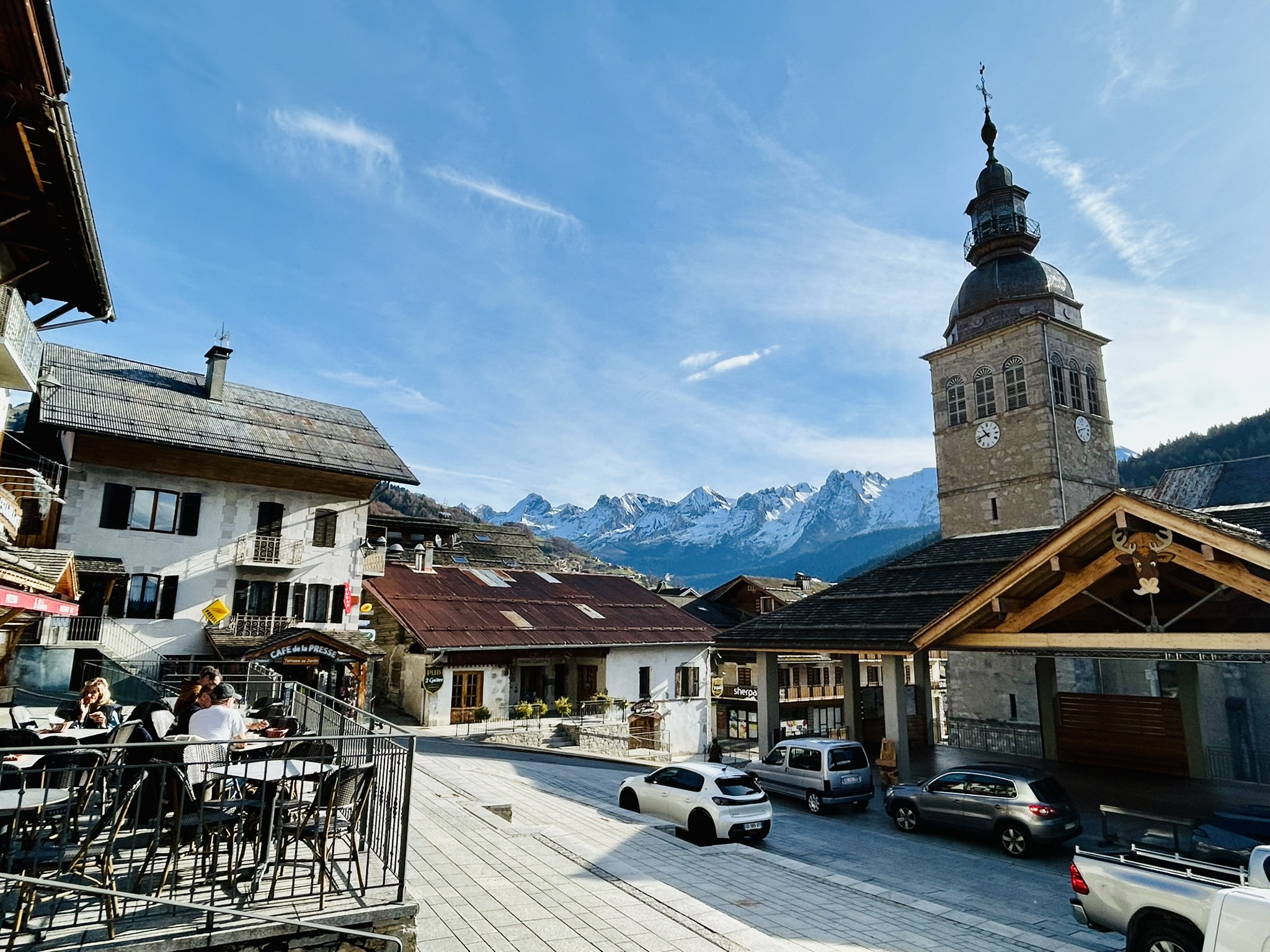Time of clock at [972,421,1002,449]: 10:42
